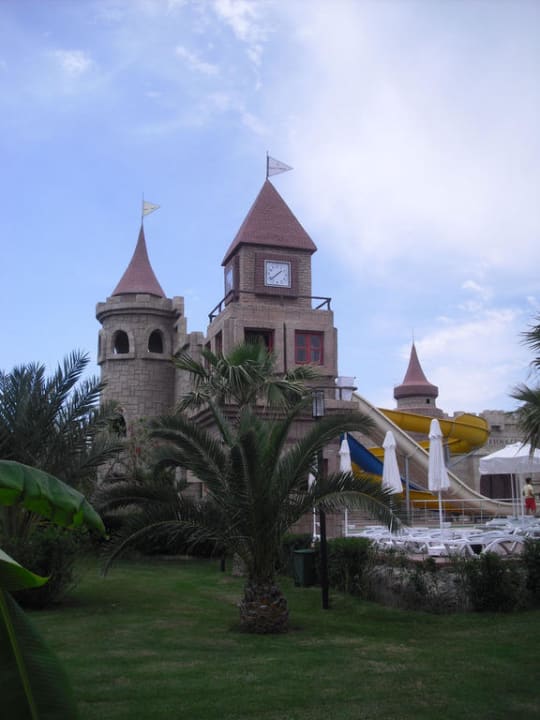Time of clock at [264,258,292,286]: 1:38
